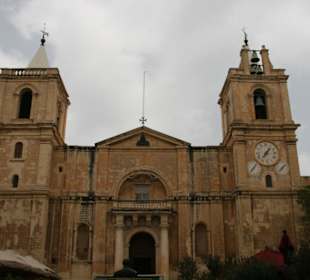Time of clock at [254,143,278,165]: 7:06
